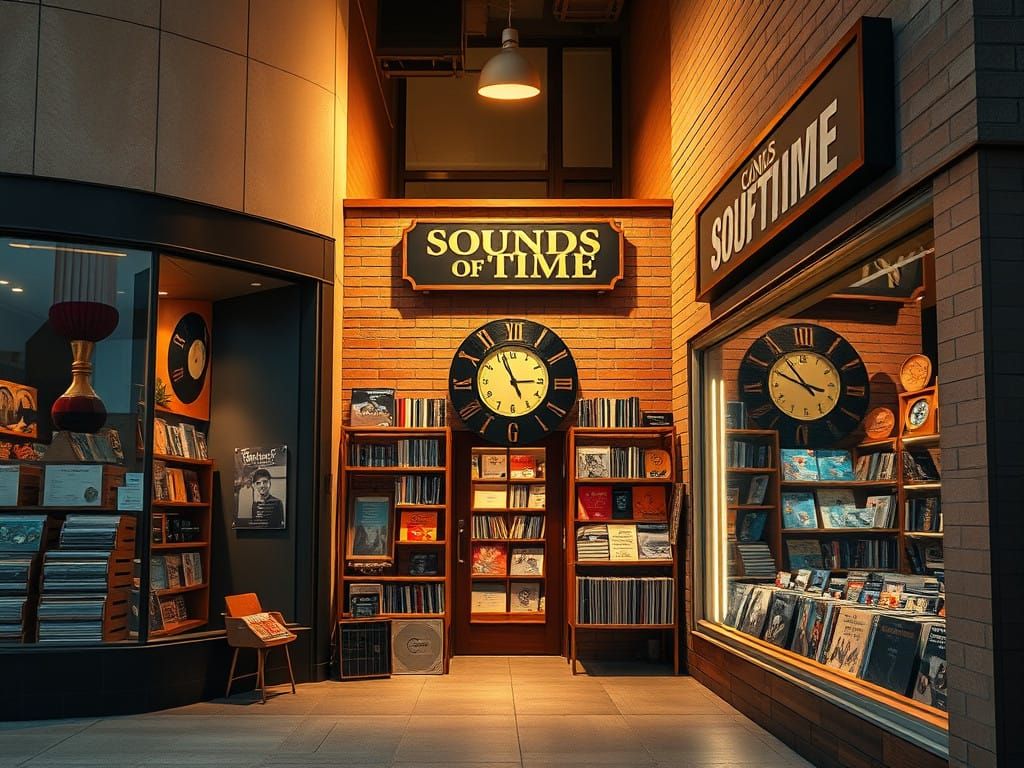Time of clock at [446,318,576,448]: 2:56
